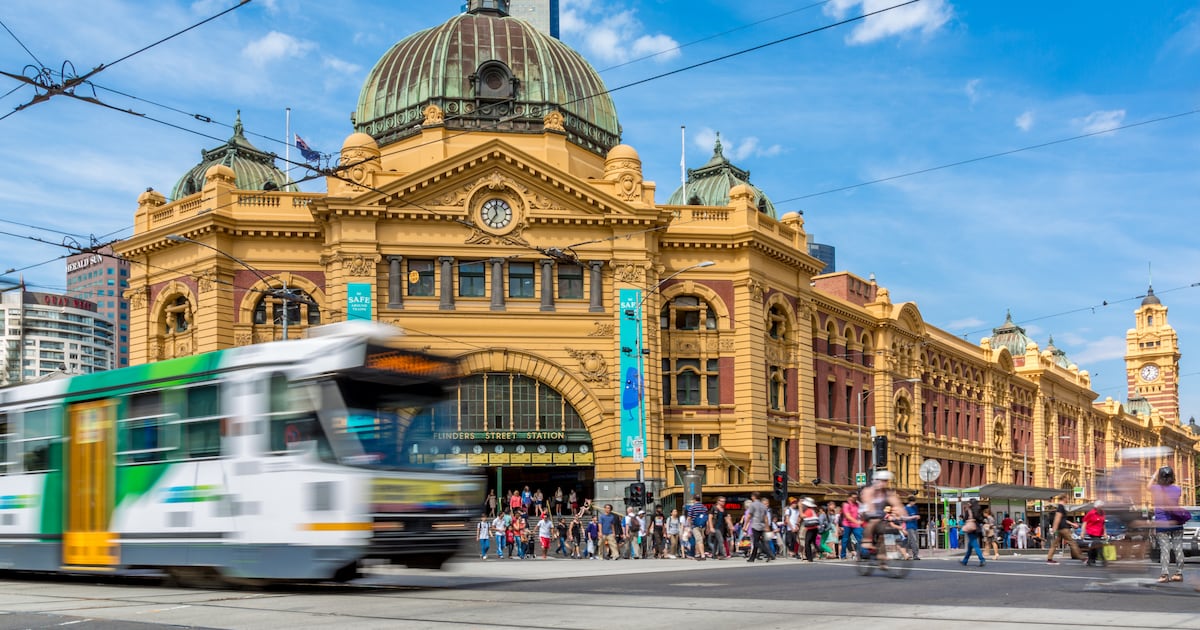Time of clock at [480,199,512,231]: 11:35
